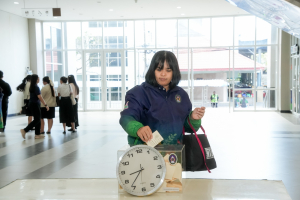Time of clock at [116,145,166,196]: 8:36
